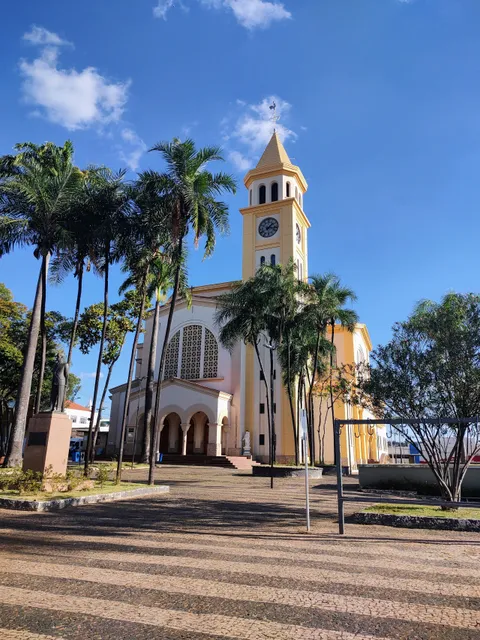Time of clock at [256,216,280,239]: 1:16
